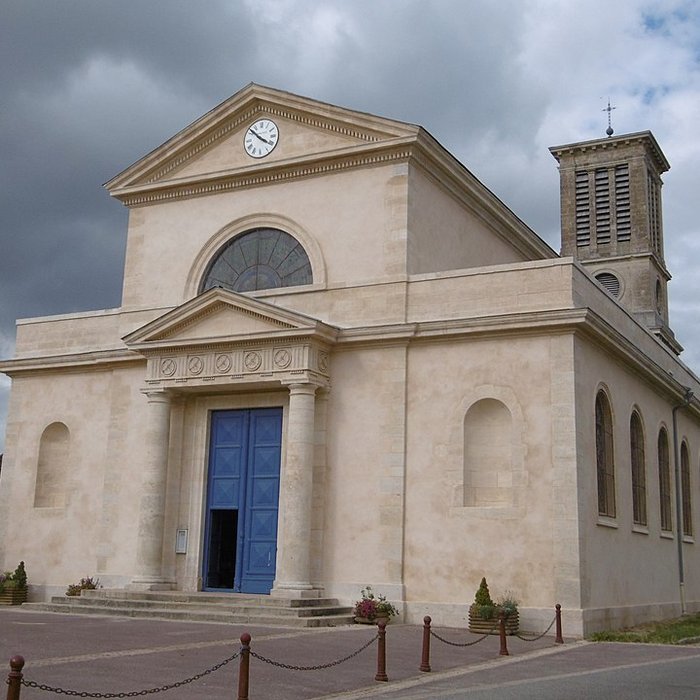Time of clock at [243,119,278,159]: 3:52
